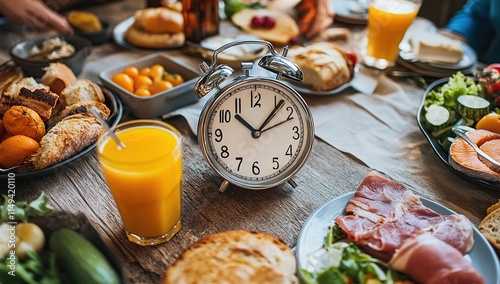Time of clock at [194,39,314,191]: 10:07
